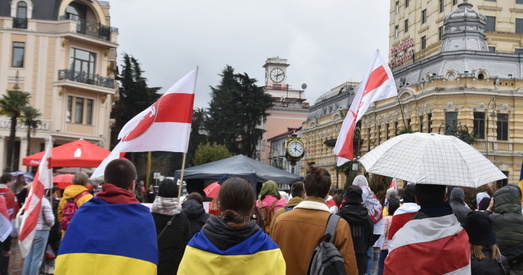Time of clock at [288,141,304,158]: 4:01
